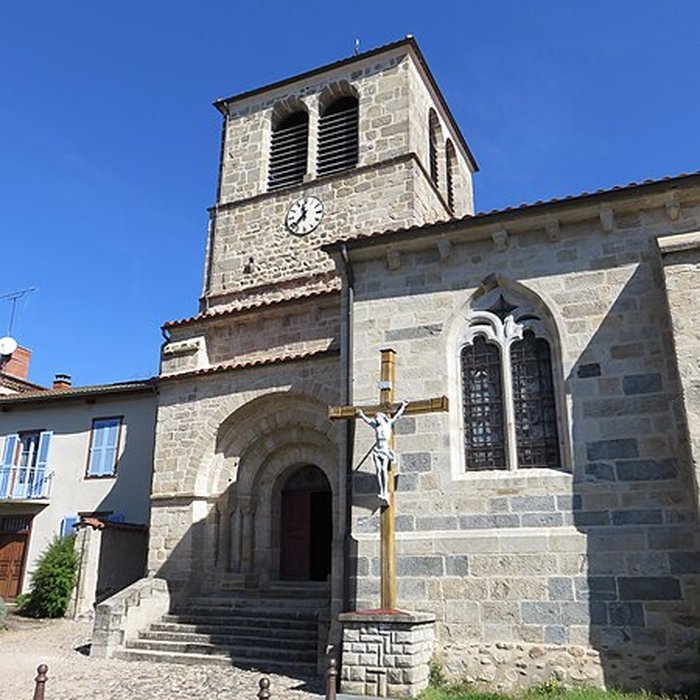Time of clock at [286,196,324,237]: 11:37
